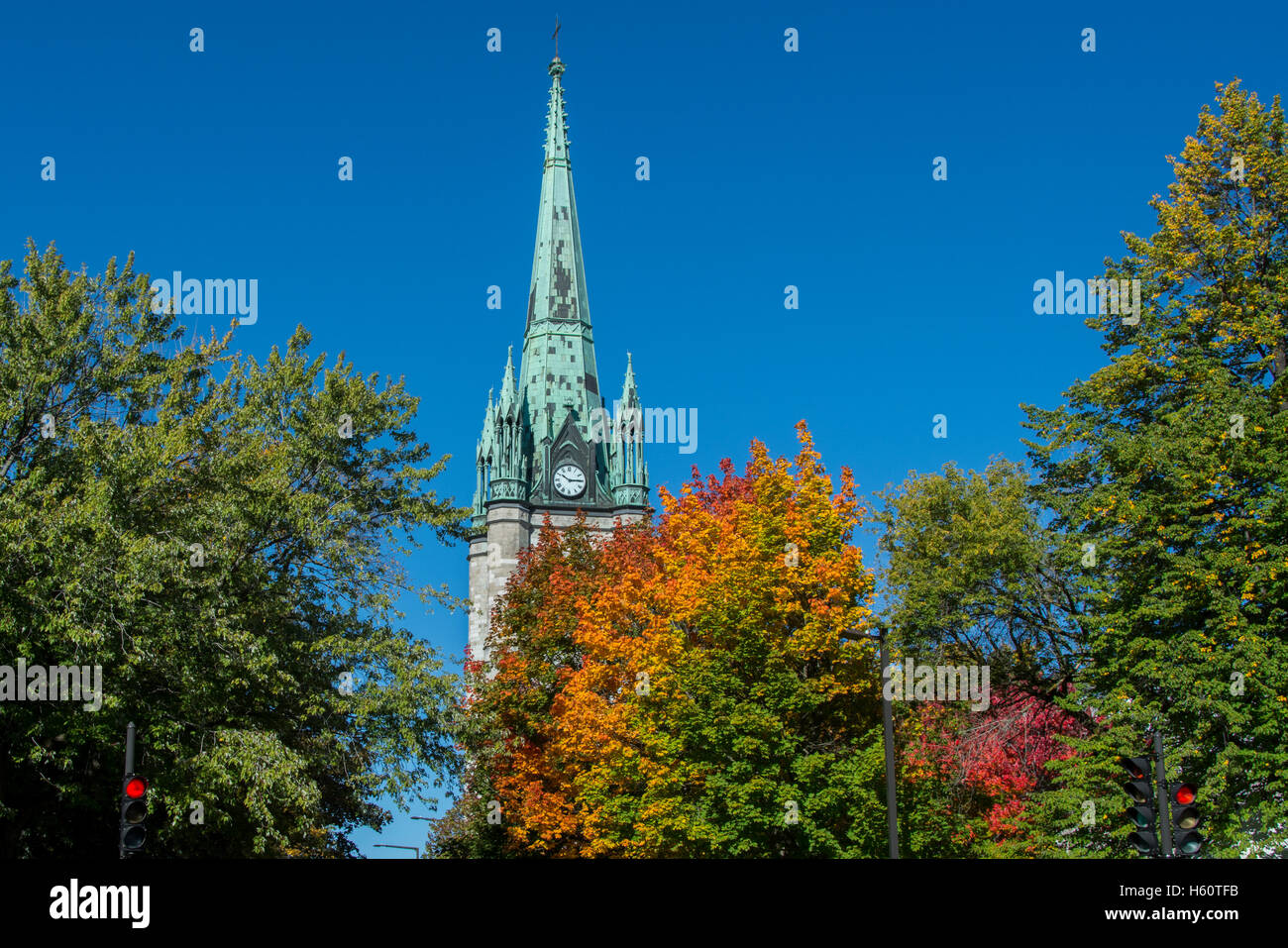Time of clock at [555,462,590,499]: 10:14
